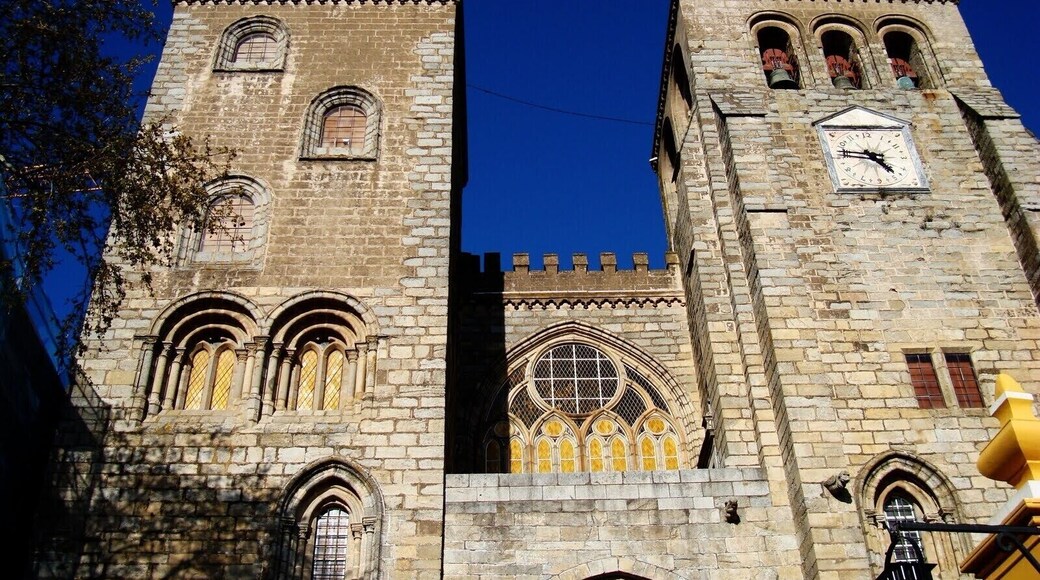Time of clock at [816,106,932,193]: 4:46
